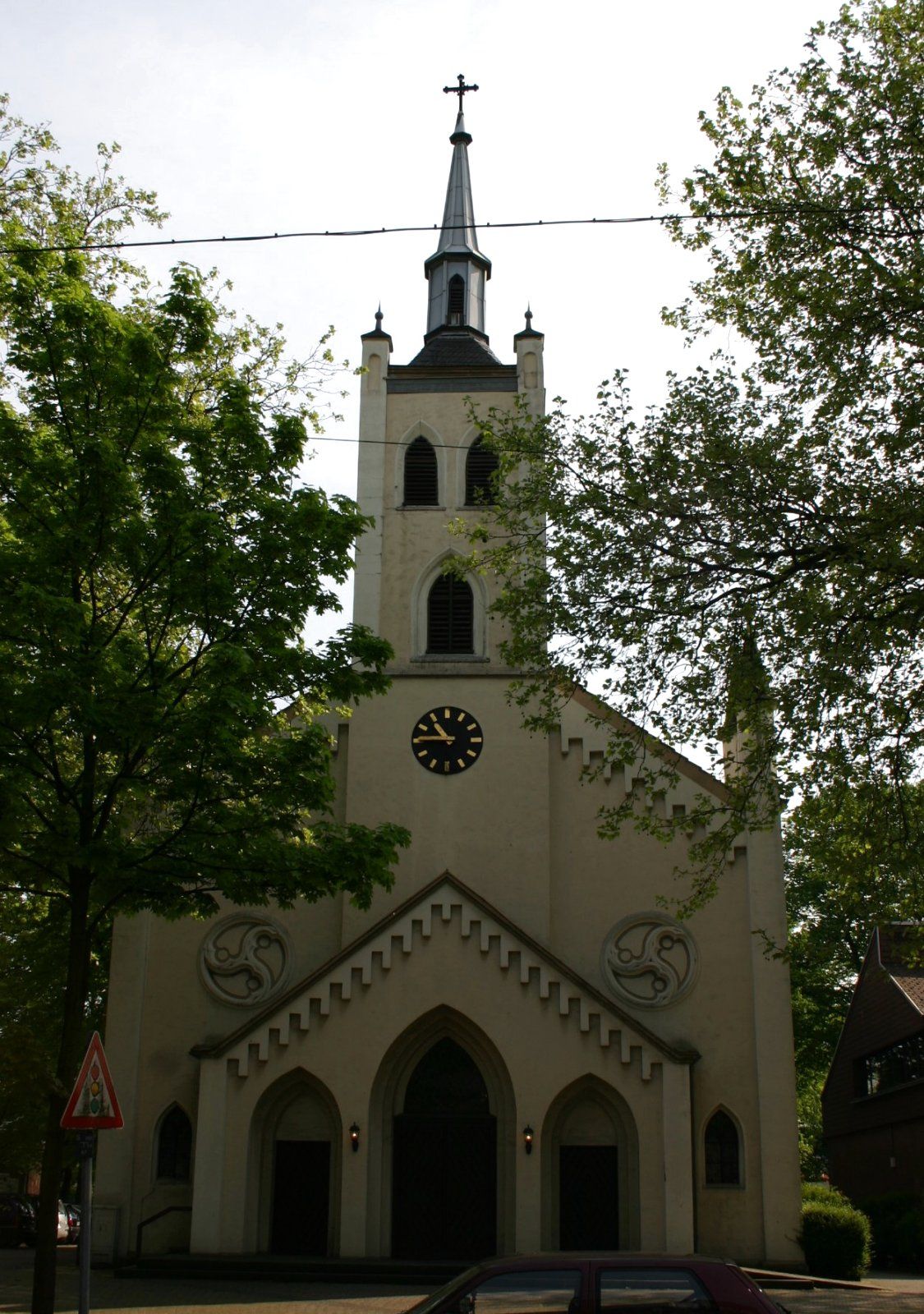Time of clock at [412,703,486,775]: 10:45
